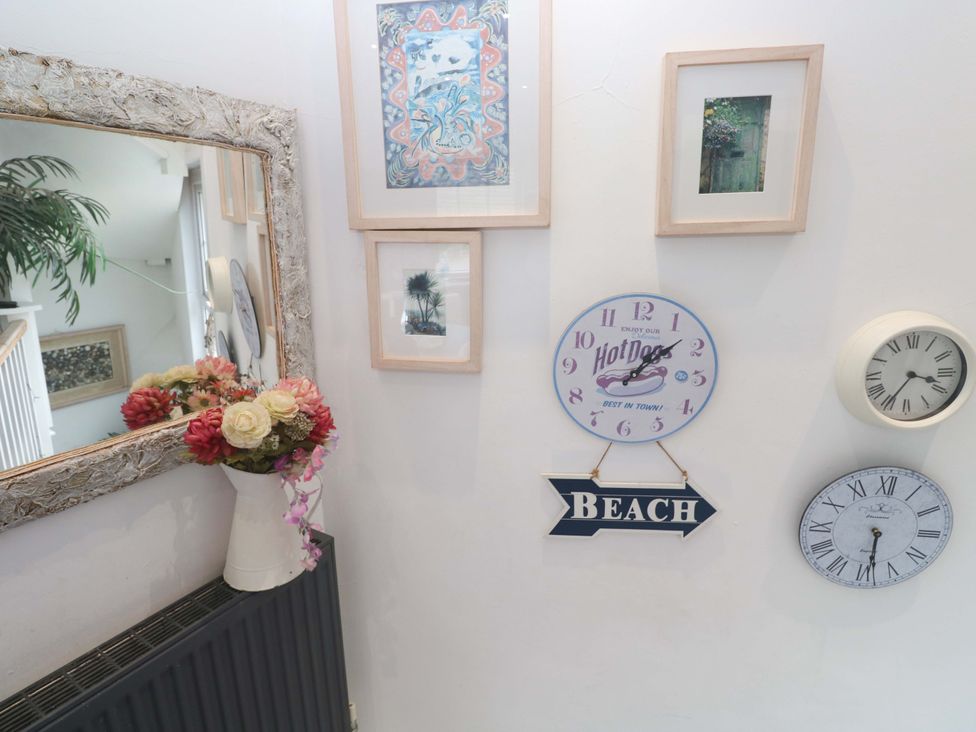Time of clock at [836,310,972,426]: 3:35
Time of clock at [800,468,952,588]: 5:28
